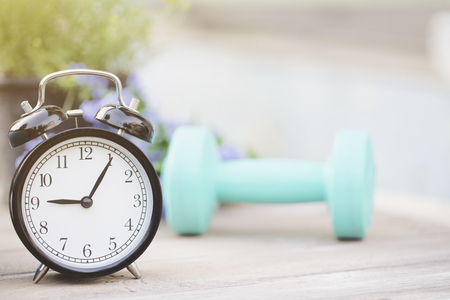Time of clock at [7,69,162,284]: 9:05
